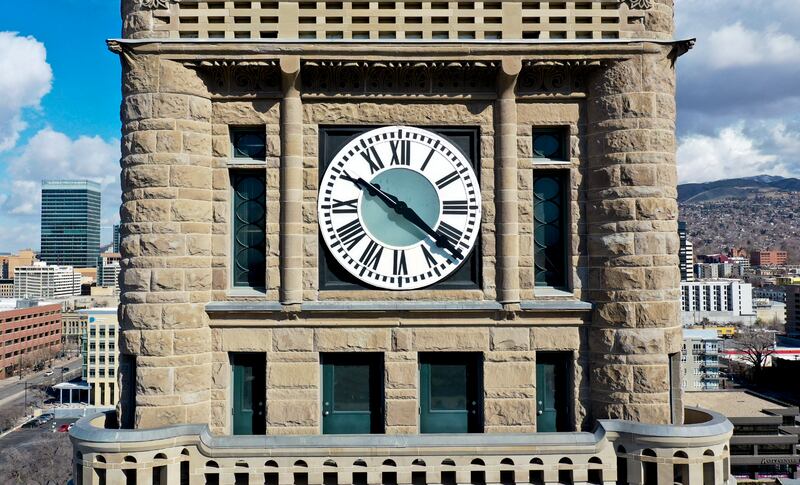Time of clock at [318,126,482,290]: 10:21
